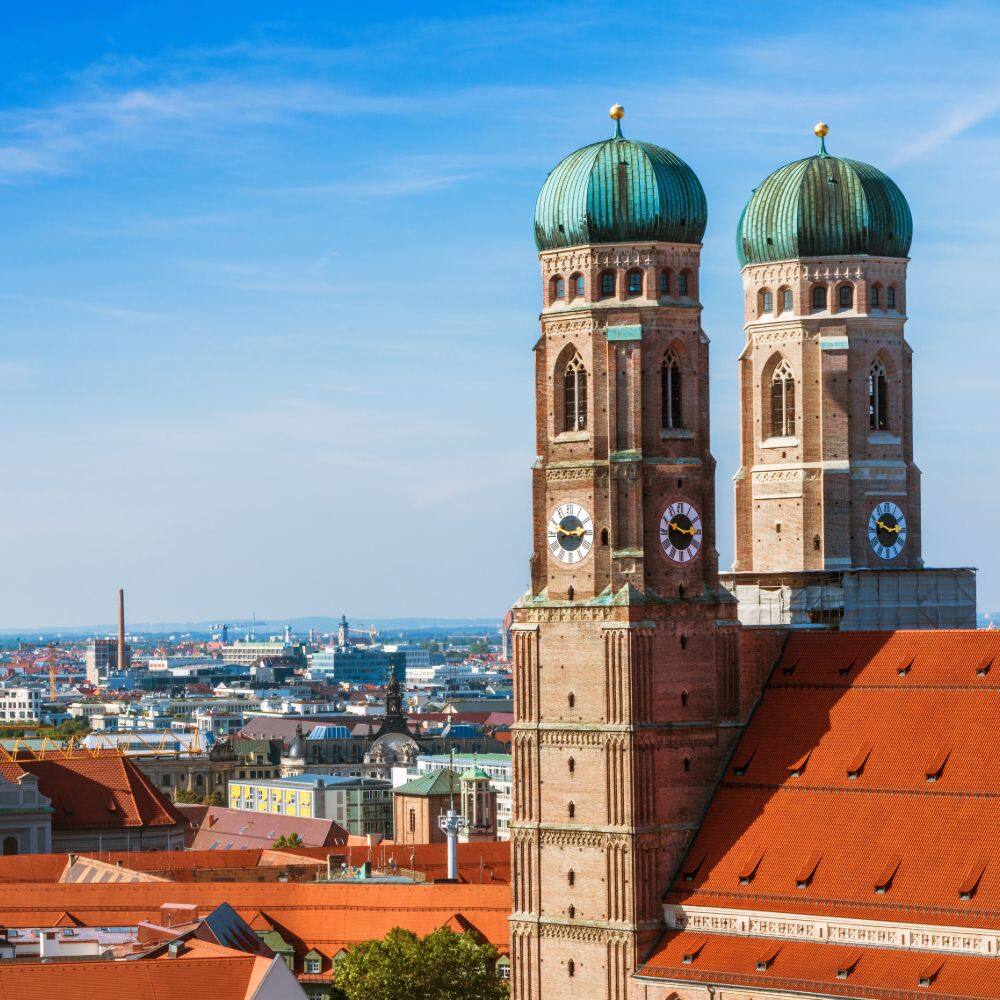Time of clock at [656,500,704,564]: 2:49
